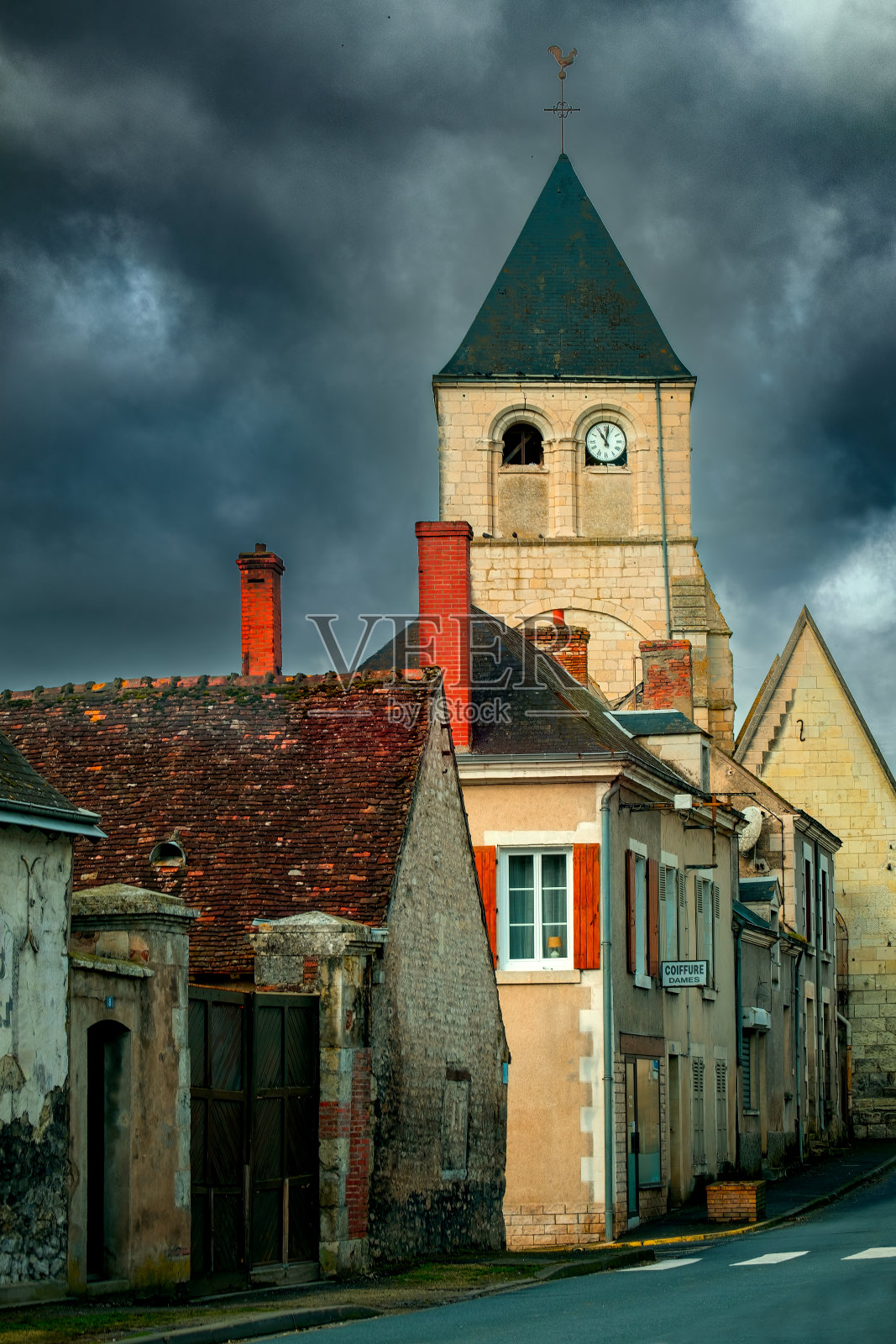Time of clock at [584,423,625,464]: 11:01
